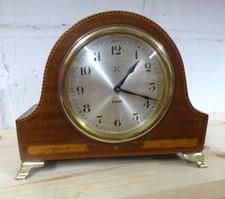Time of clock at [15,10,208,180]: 1:18
